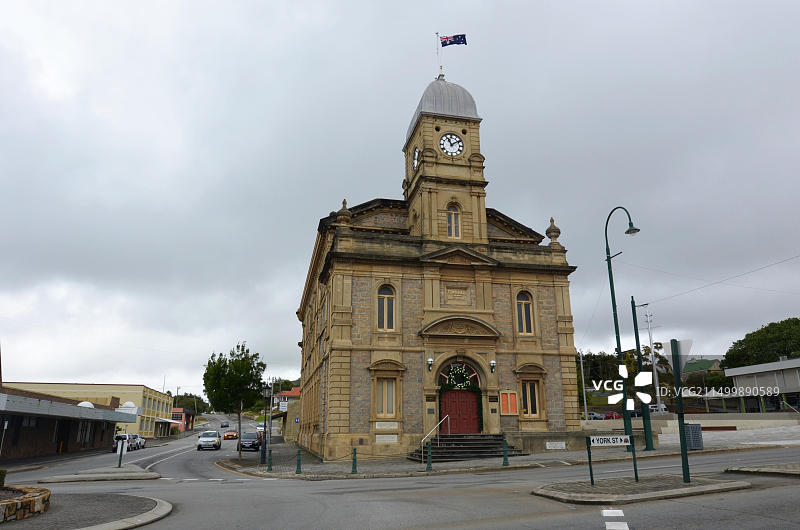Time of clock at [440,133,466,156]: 11:09
